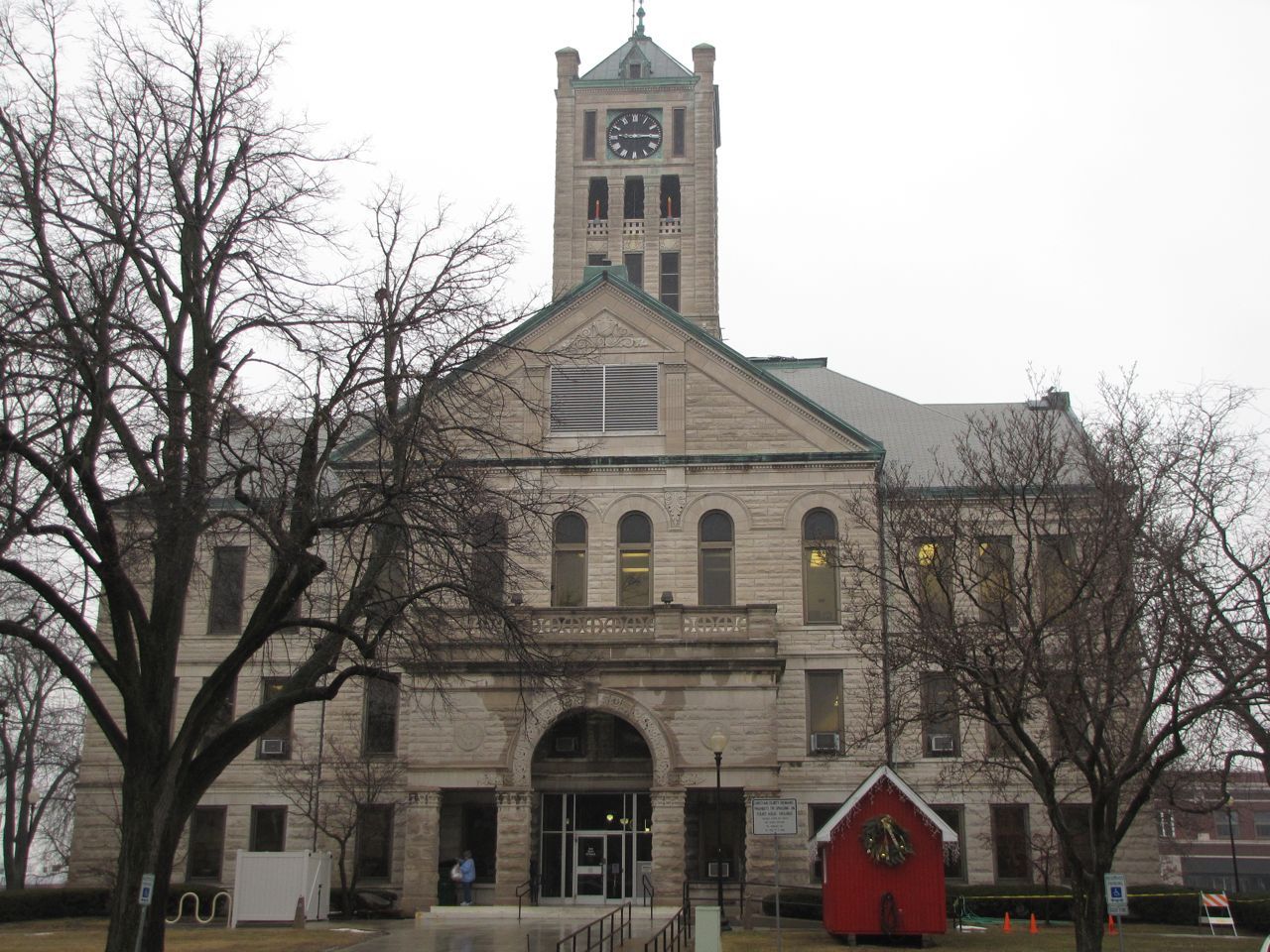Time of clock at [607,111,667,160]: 9:14
